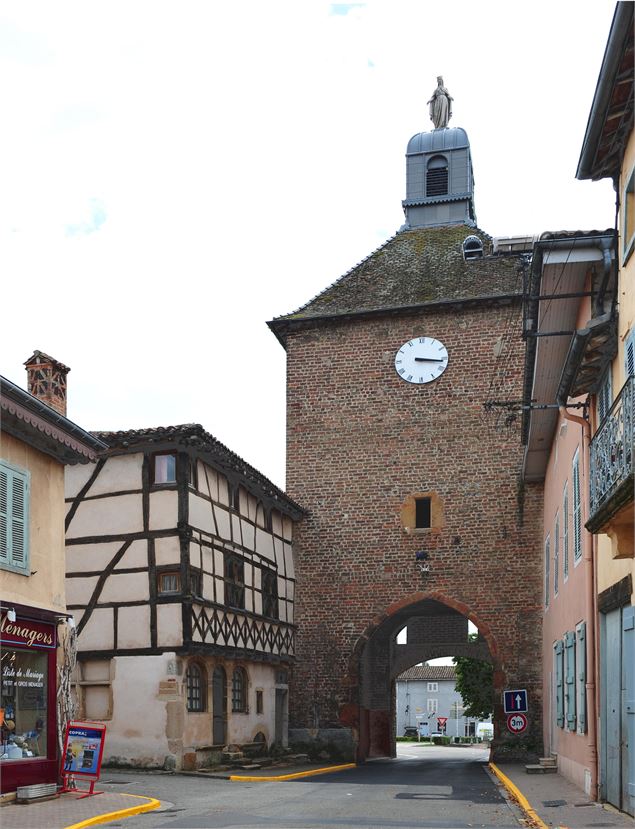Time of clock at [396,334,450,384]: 3:16
